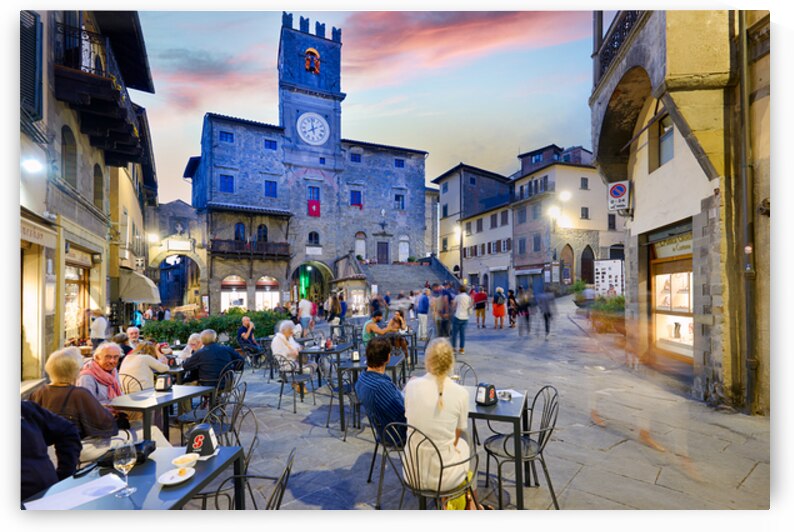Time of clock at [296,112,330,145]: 7:58
